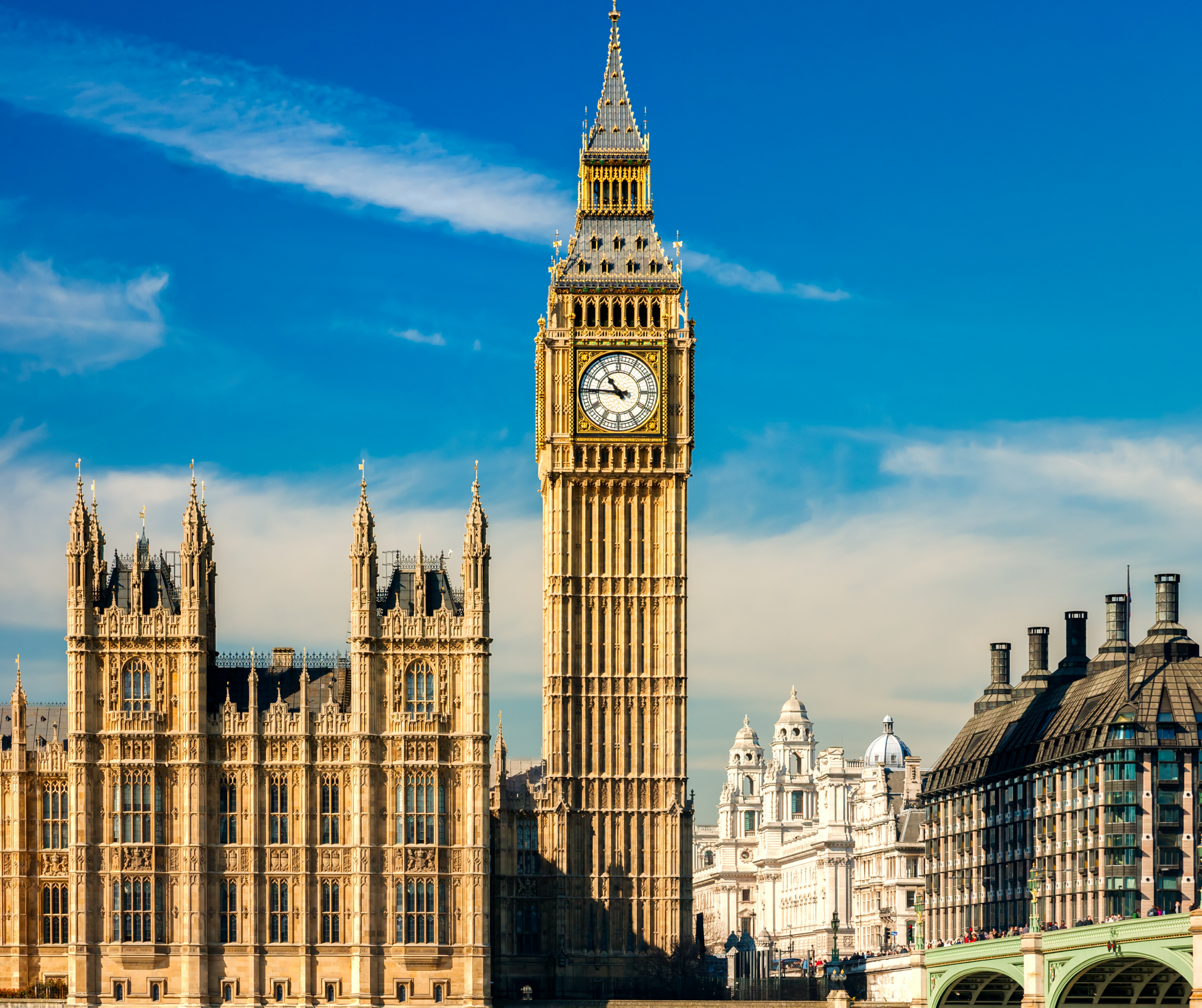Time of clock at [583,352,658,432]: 10:45
